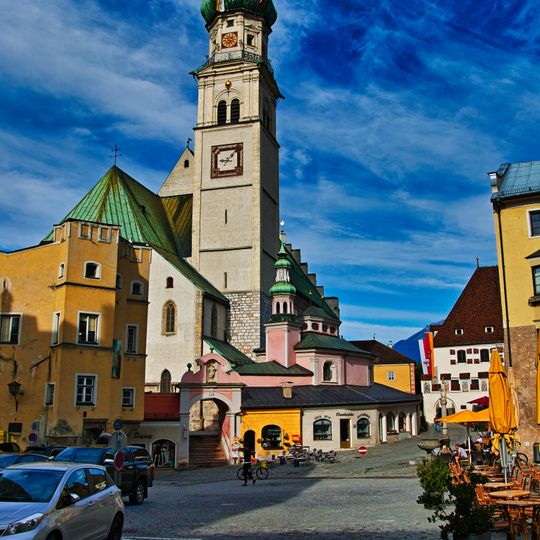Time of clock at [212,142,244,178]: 9:07
